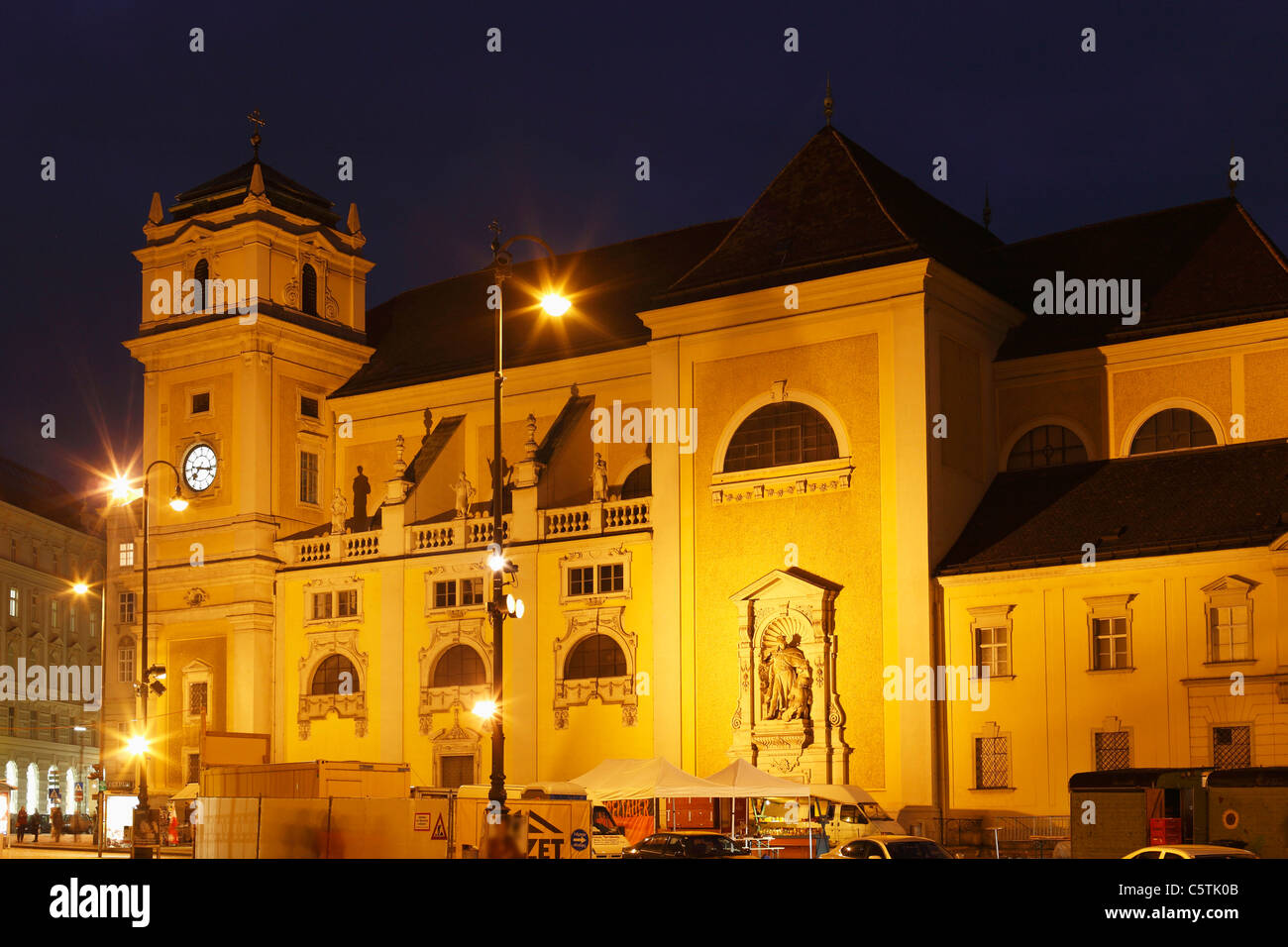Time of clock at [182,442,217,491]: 7:16
